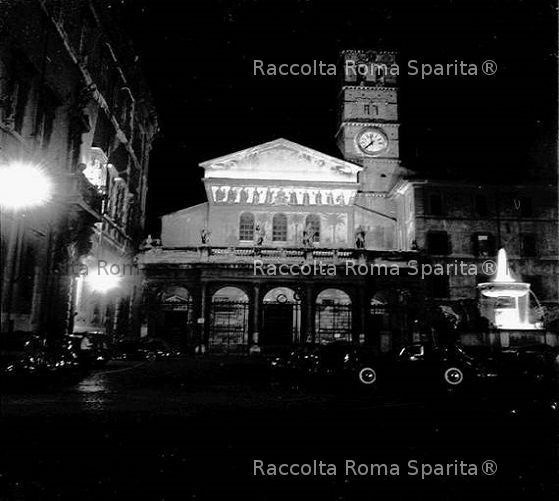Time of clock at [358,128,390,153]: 11:37
